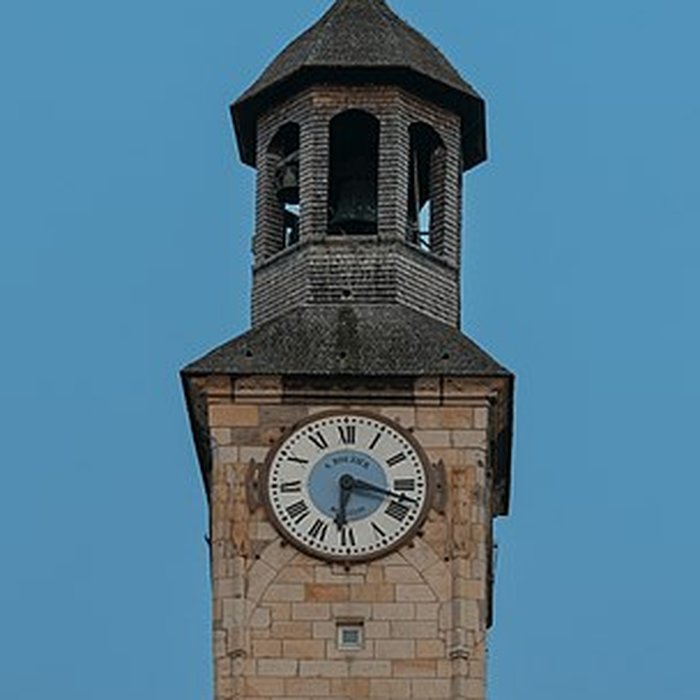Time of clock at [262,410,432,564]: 6:18
